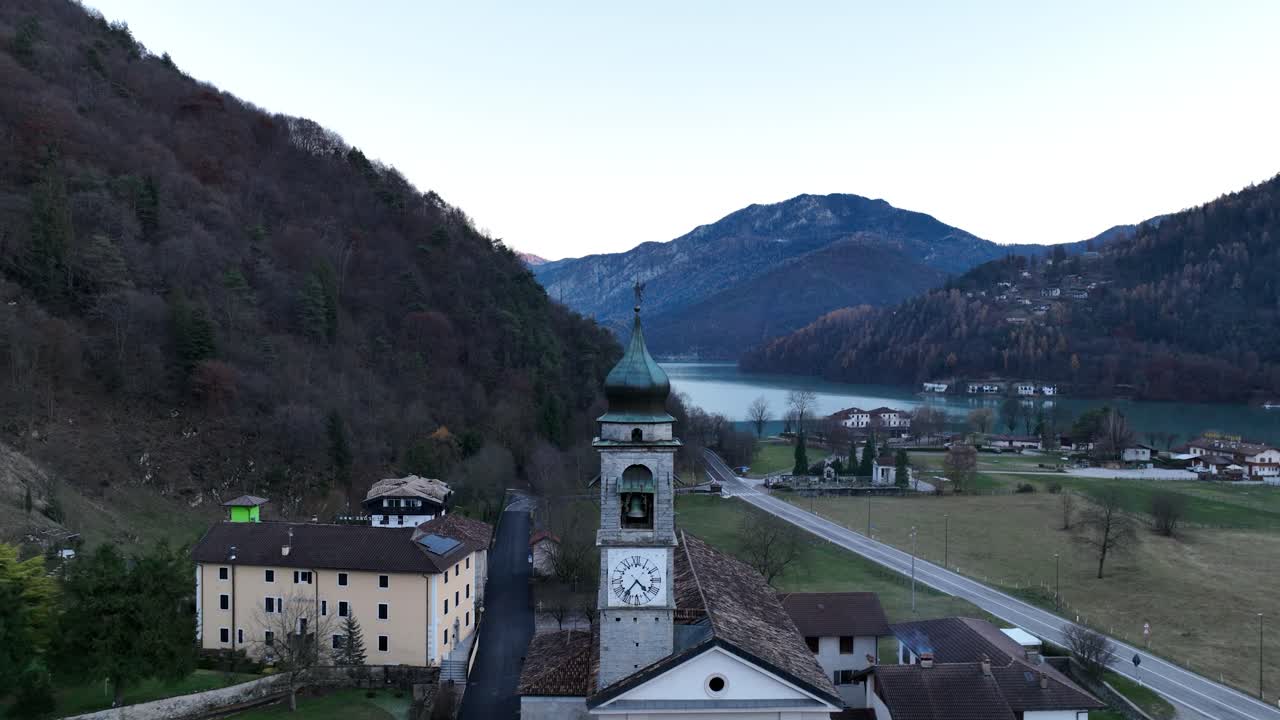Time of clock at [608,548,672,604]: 4:36
